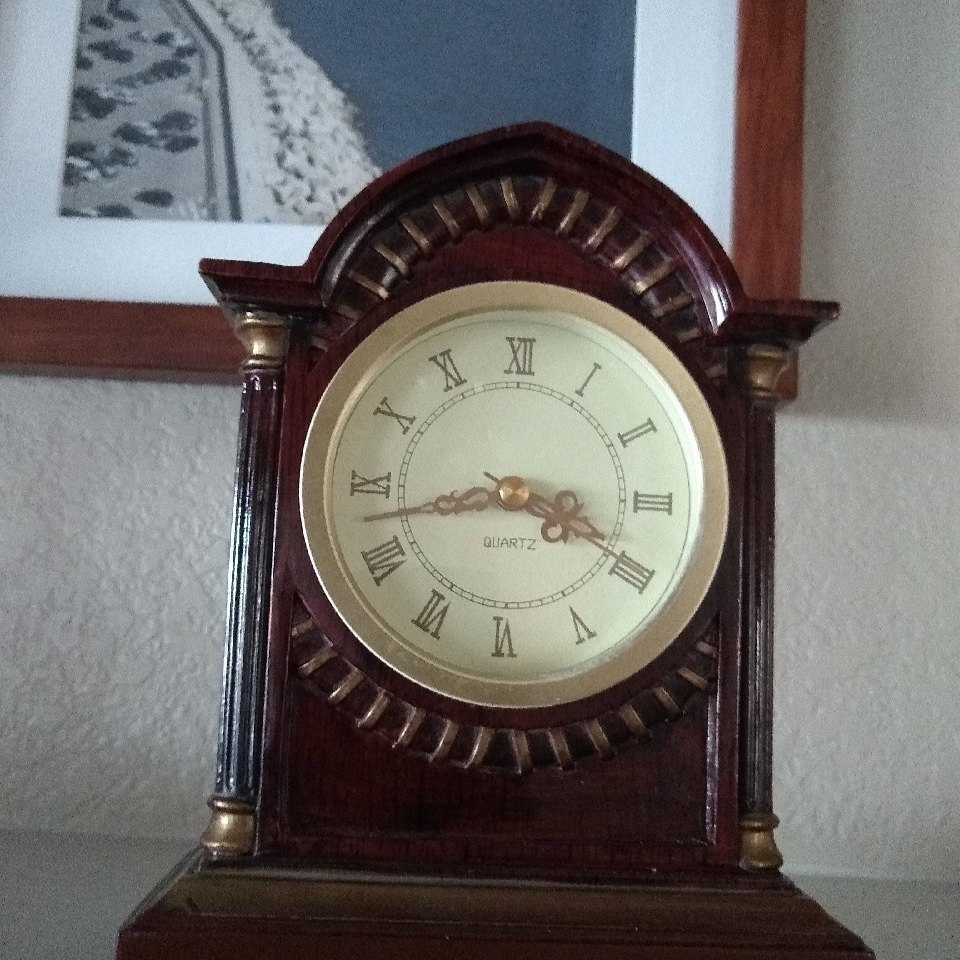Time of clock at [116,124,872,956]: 3:42
